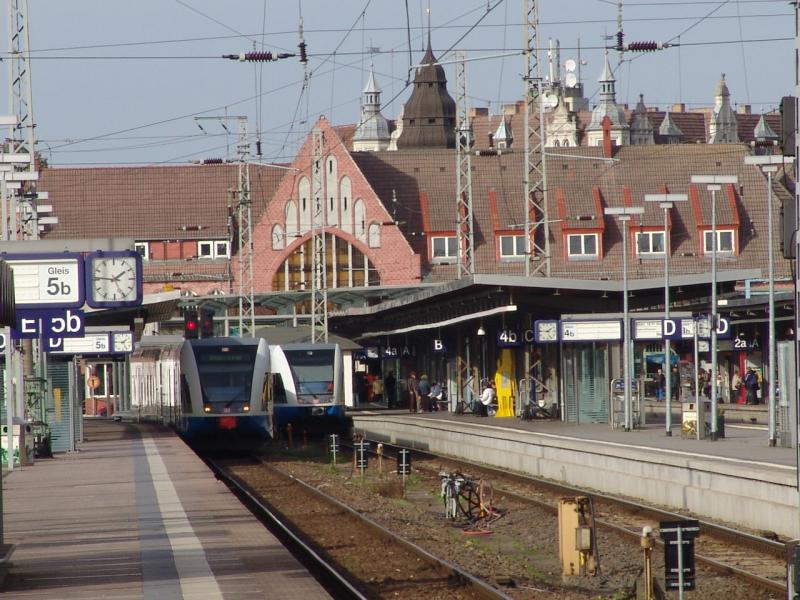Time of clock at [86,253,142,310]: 1:46
